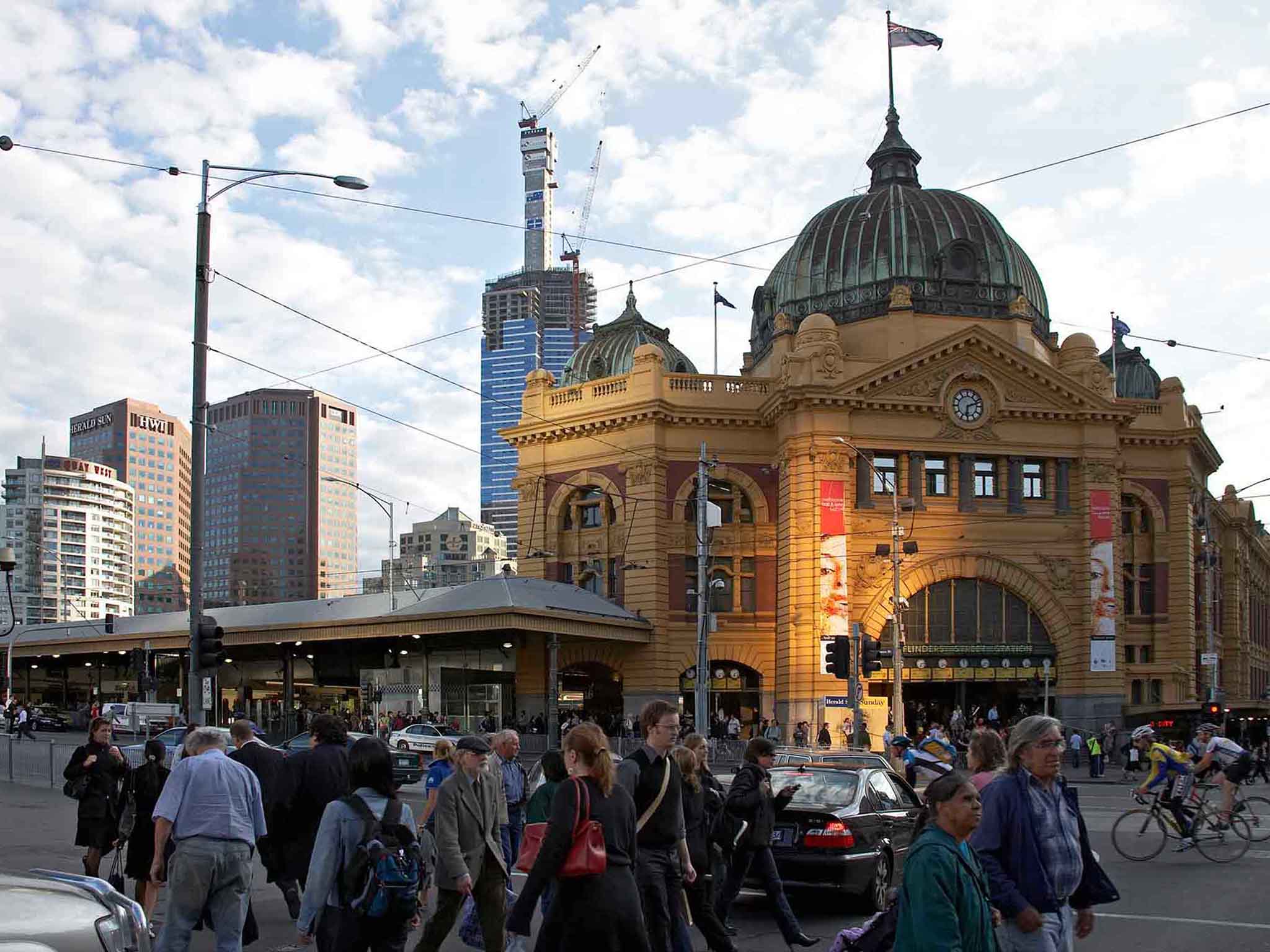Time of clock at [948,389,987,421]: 6:12
